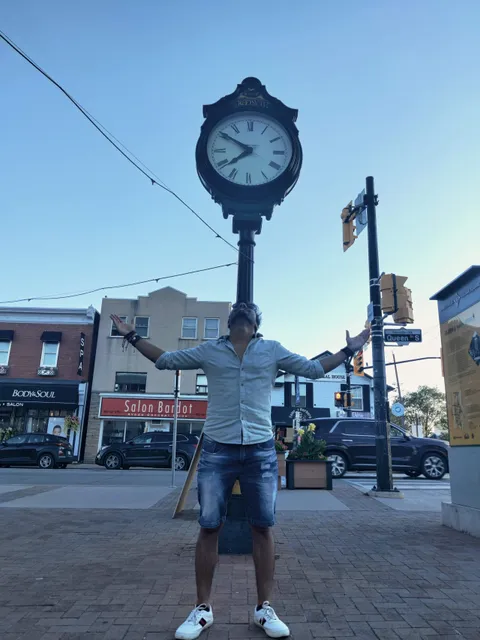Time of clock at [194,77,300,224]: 7:50
